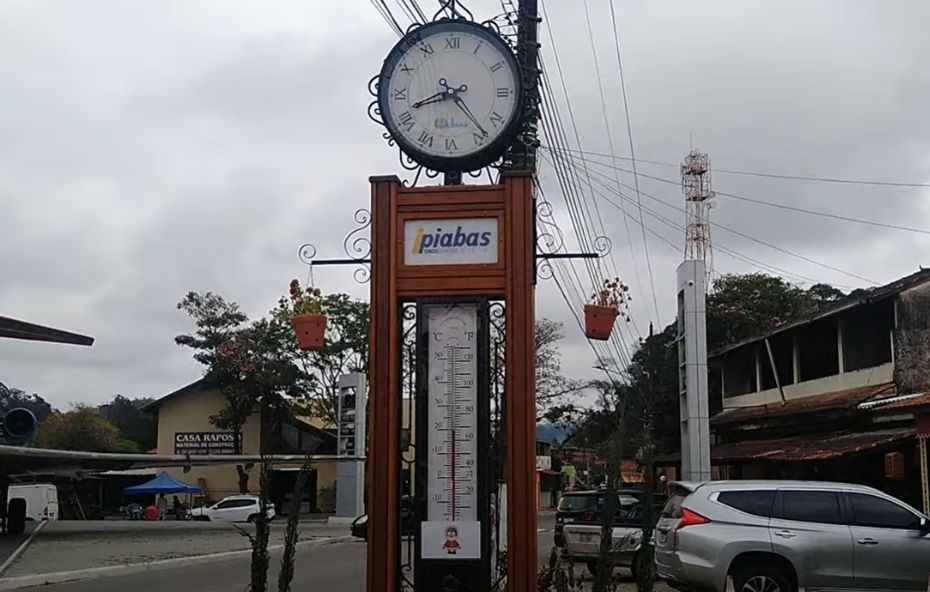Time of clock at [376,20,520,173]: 8:23
